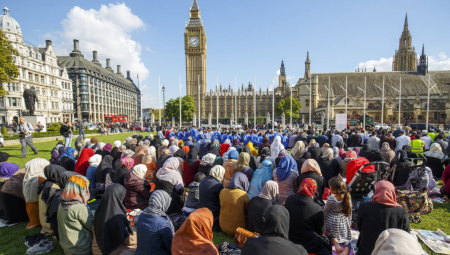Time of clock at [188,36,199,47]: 1:40
